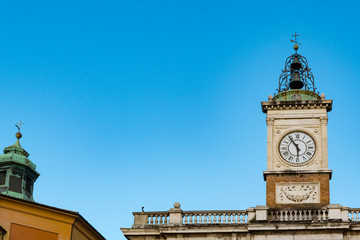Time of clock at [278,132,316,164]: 5:54
